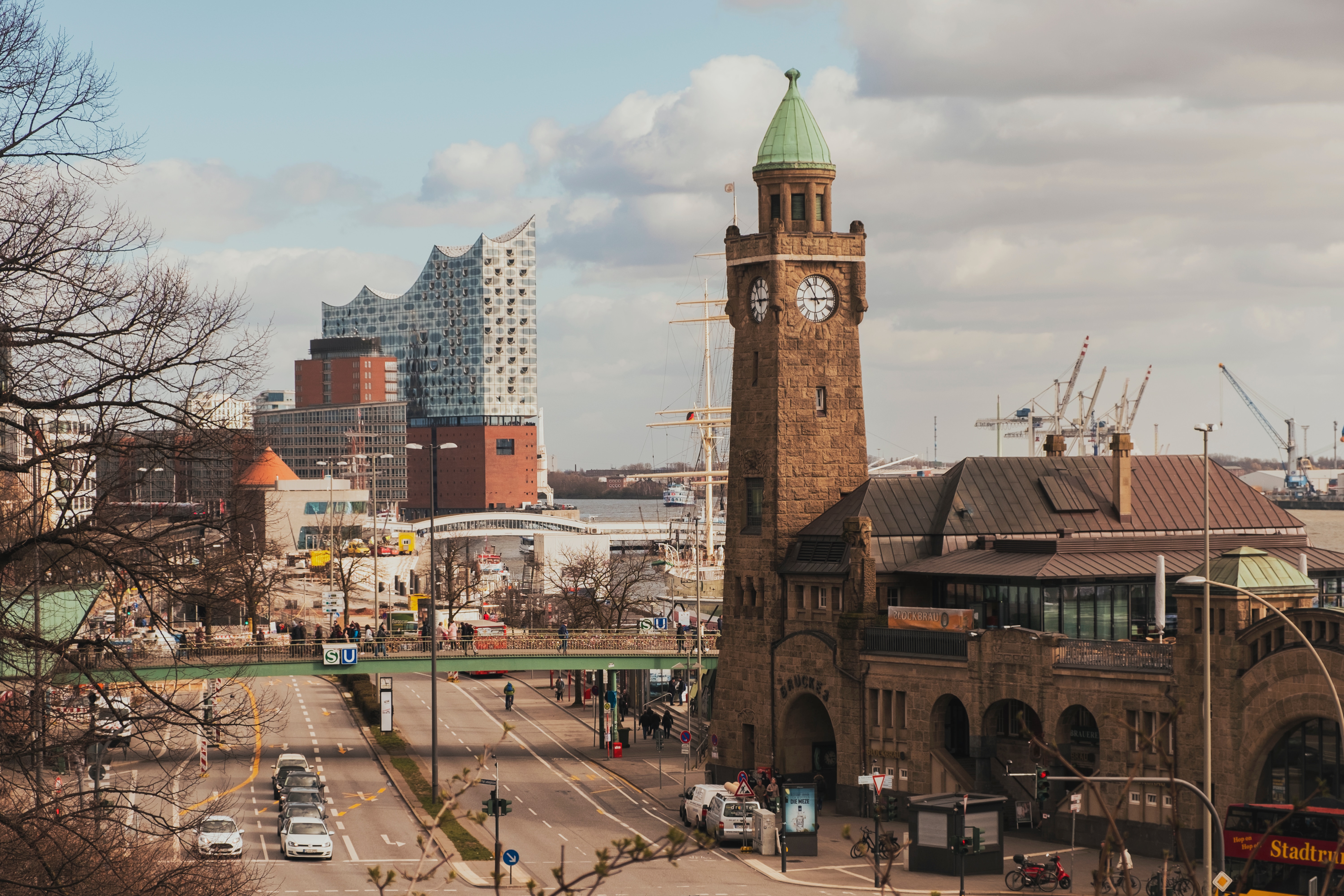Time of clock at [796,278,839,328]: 2:55
